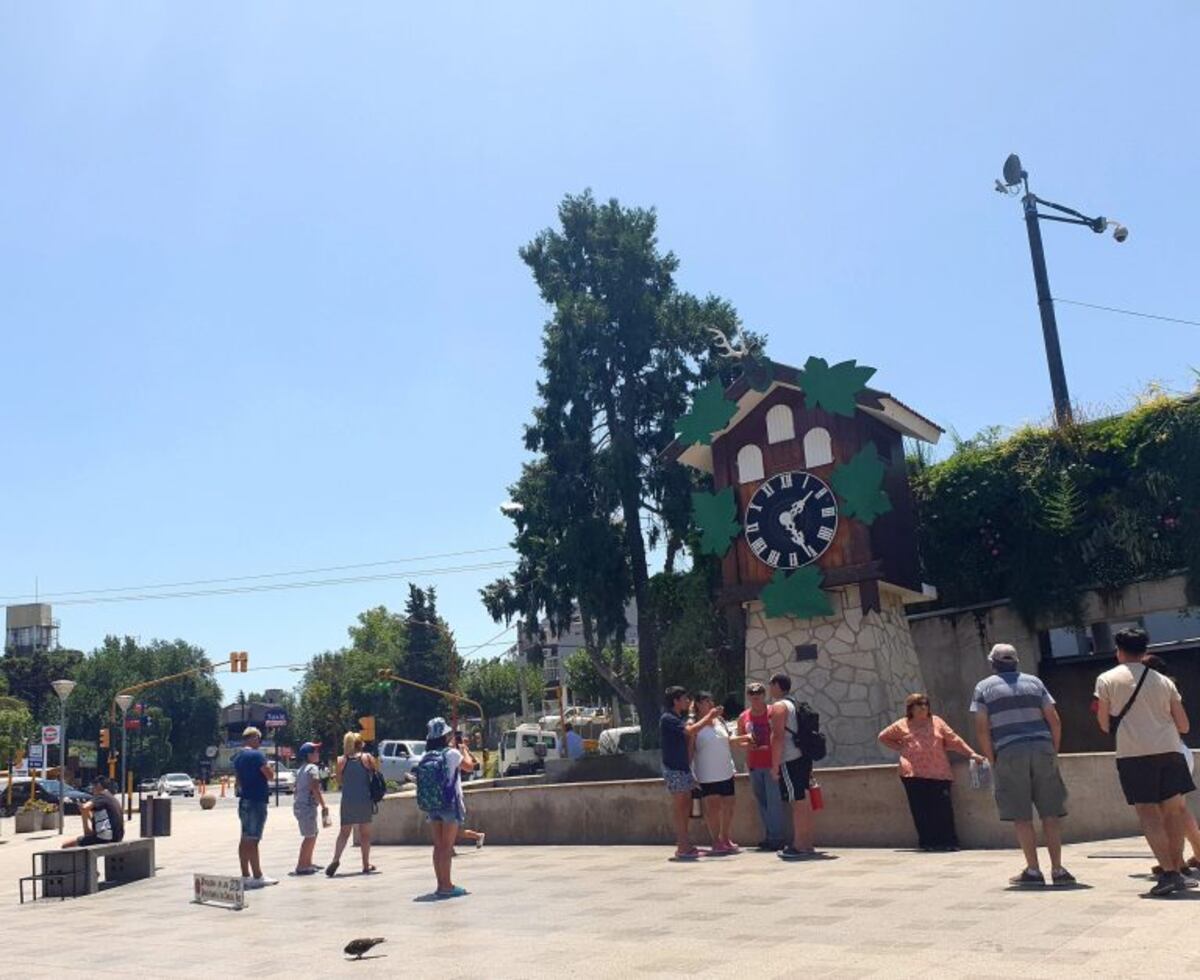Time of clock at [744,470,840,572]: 5:08
